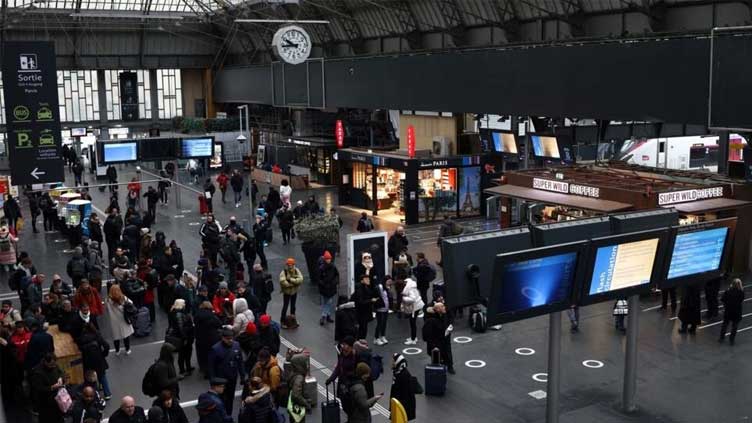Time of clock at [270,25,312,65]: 9:43
